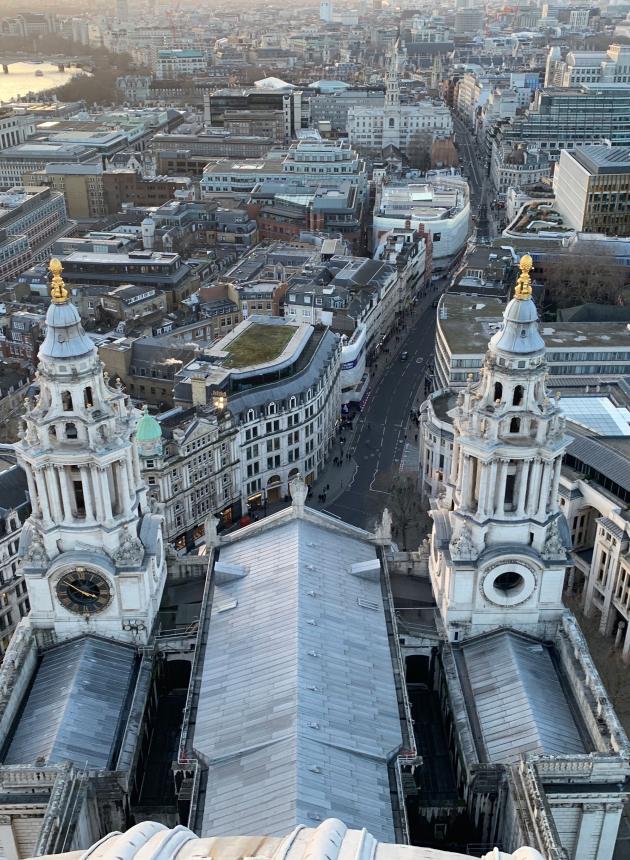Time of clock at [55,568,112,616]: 3:50
